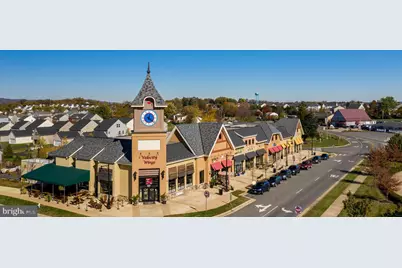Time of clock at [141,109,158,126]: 12:21
